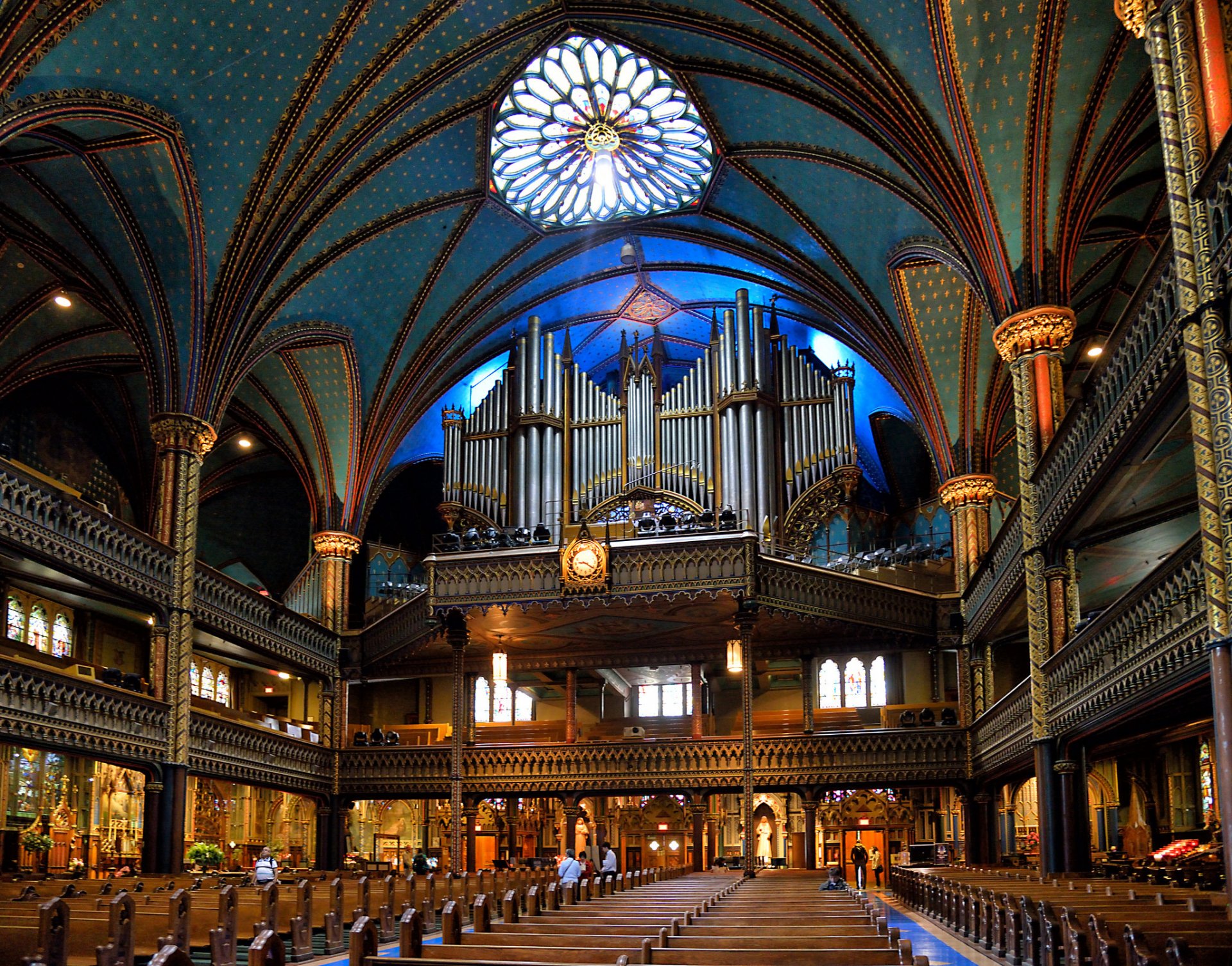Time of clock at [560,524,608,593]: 9:20
